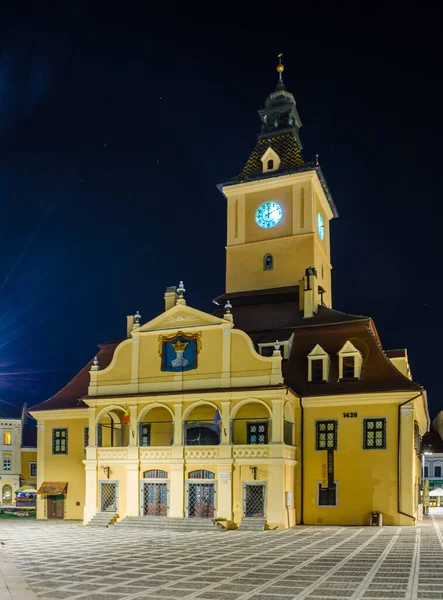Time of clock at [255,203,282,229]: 2:00
